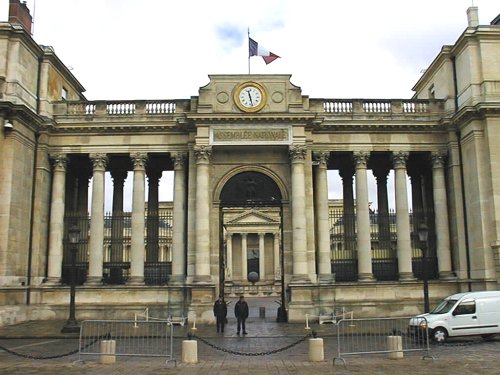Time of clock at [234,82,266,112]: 11:27
